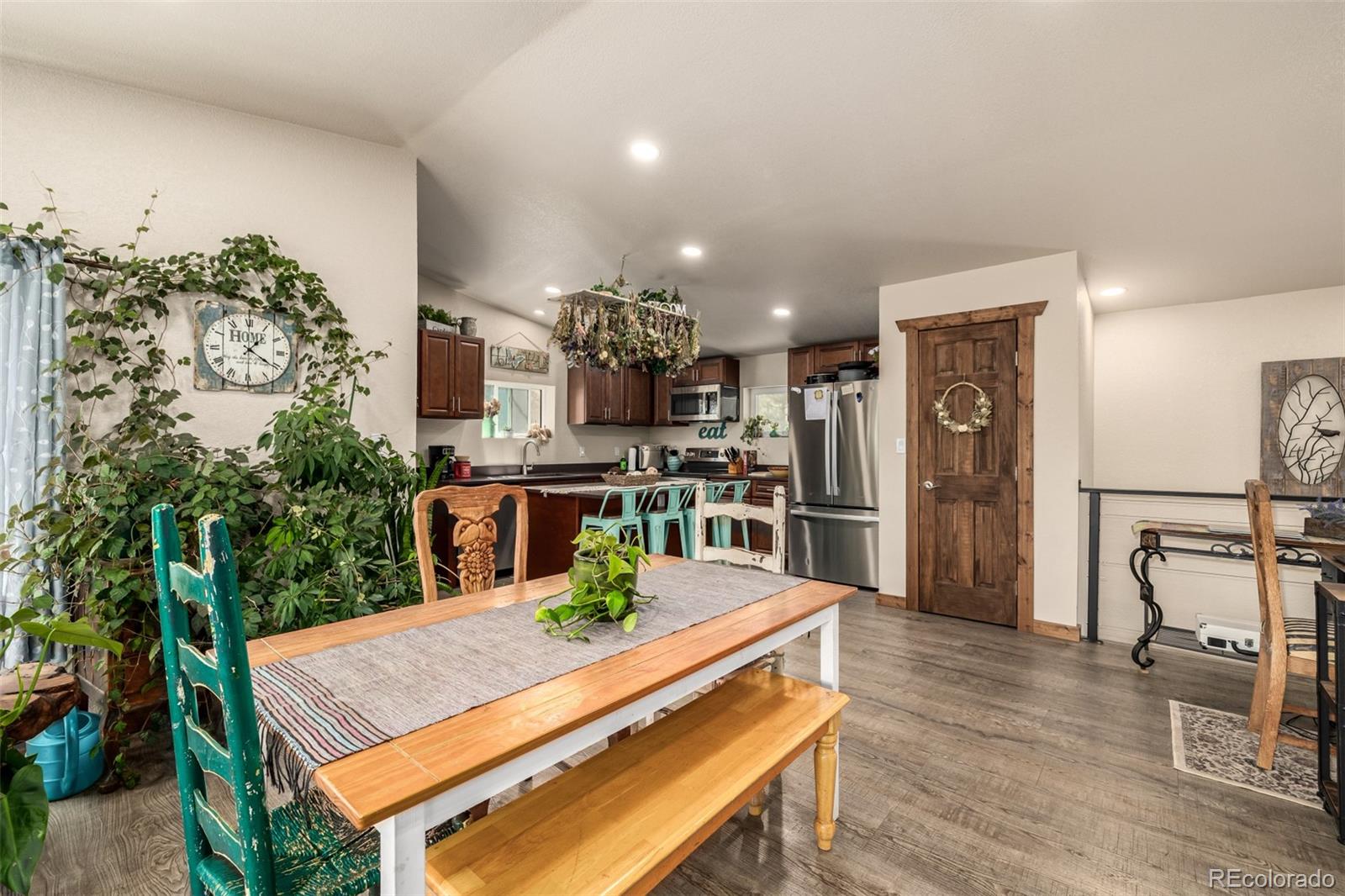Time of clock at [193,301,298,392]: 1:20
